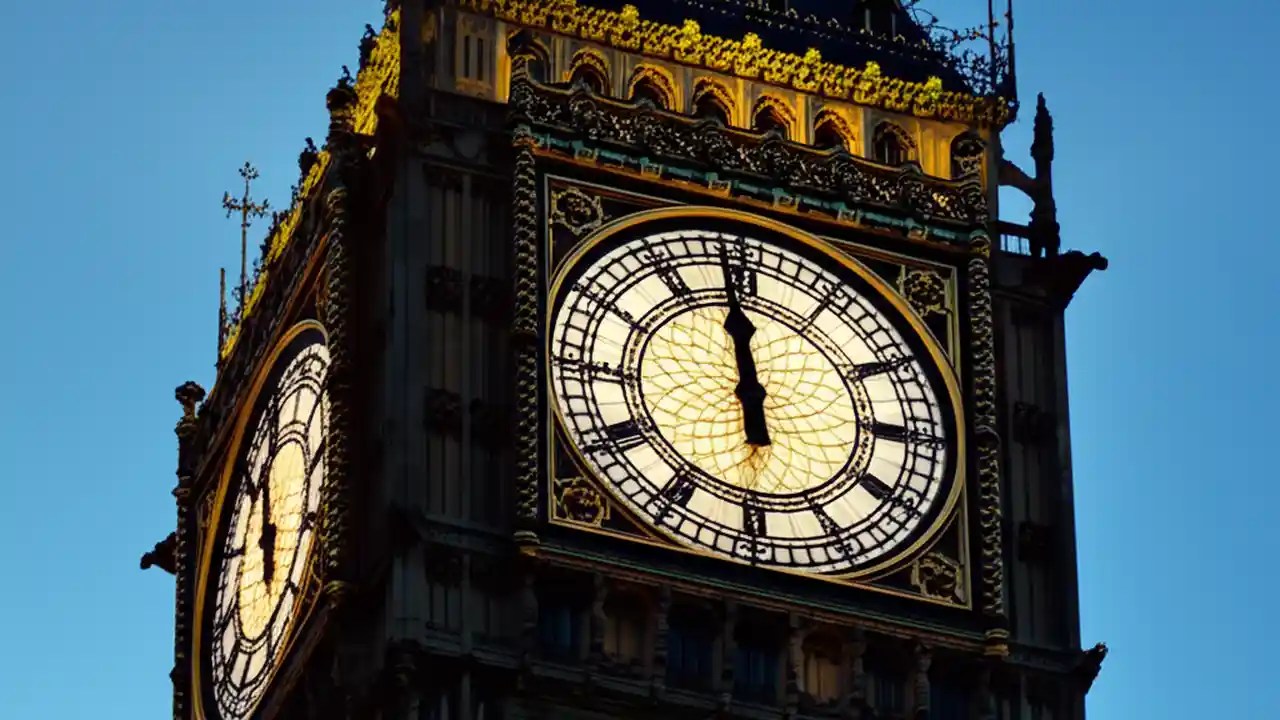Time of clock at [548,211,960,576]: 11:58
